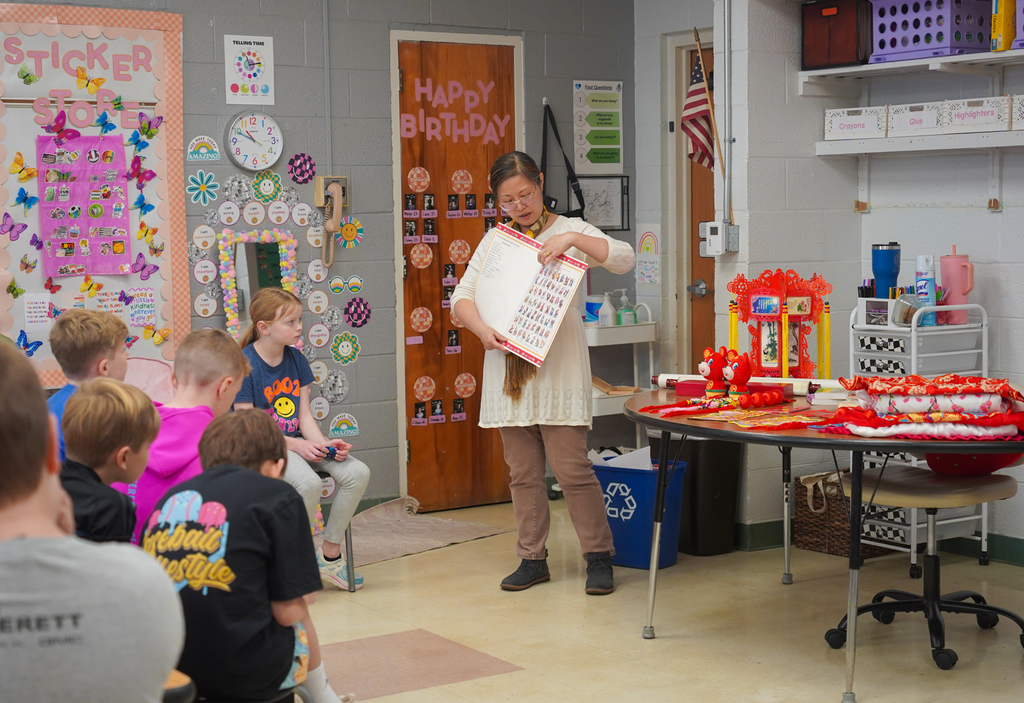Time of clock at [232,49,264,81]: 11:13
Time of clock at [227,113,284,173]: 10:49
